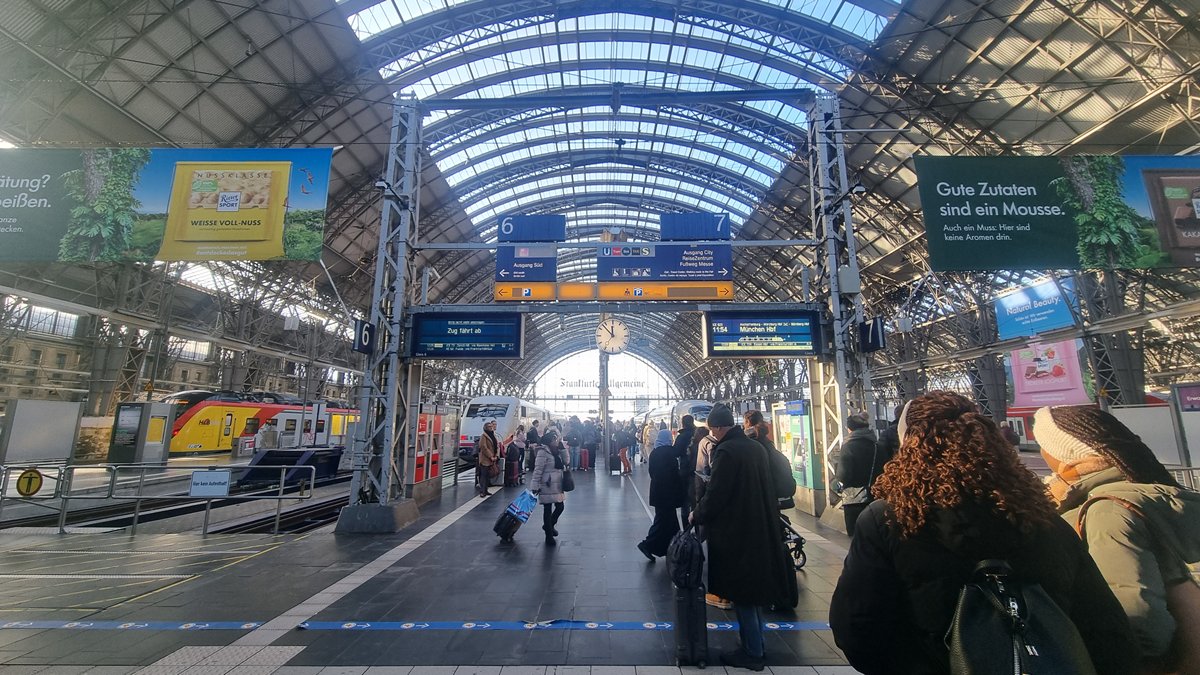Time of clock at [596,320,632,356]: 11:53
